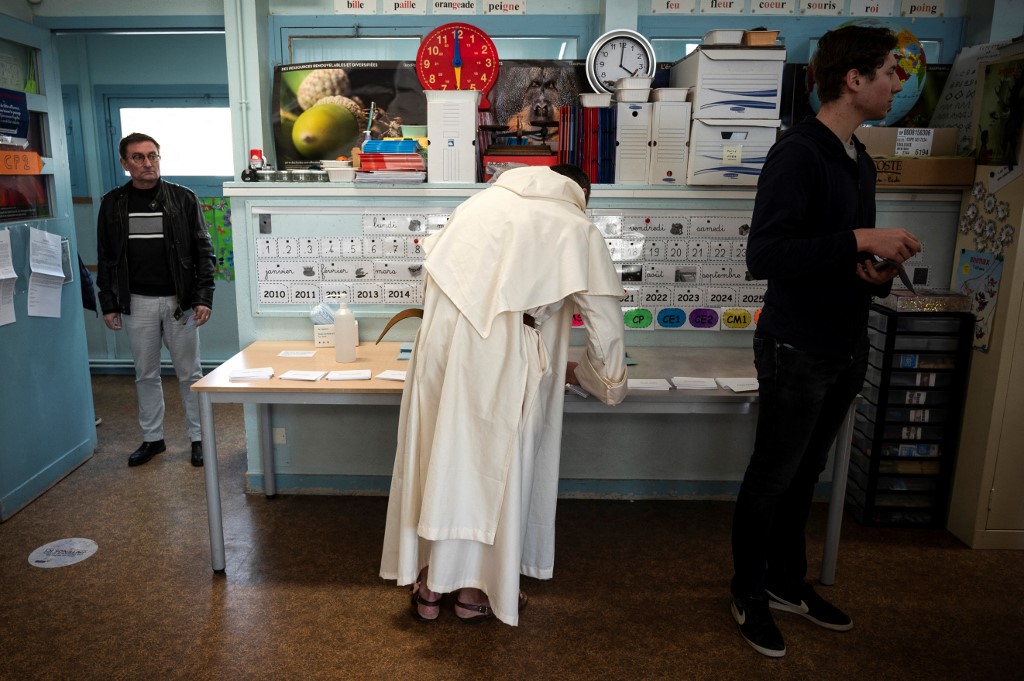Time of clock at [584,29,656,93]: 4:00
